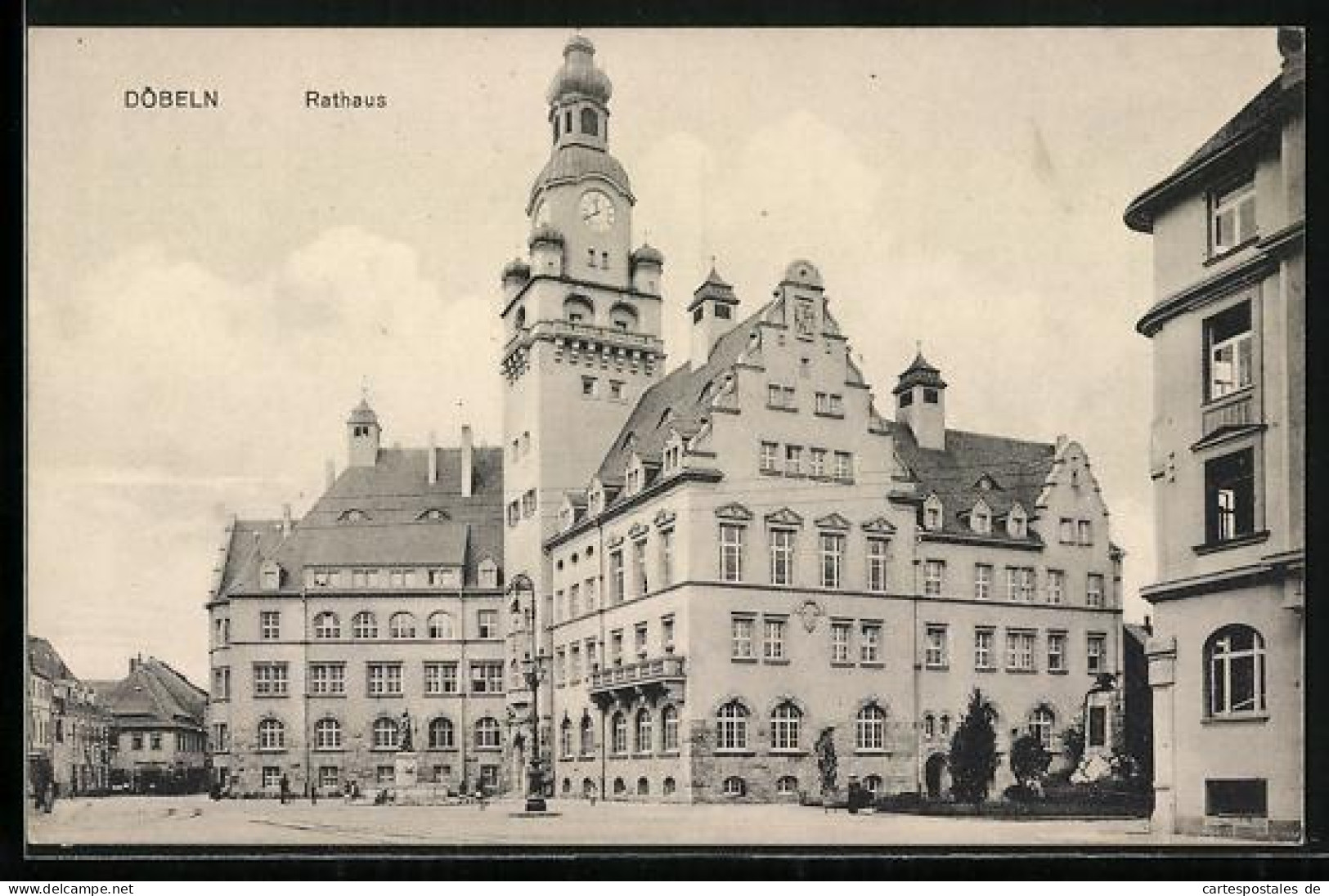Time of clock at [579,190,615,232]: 7:59
